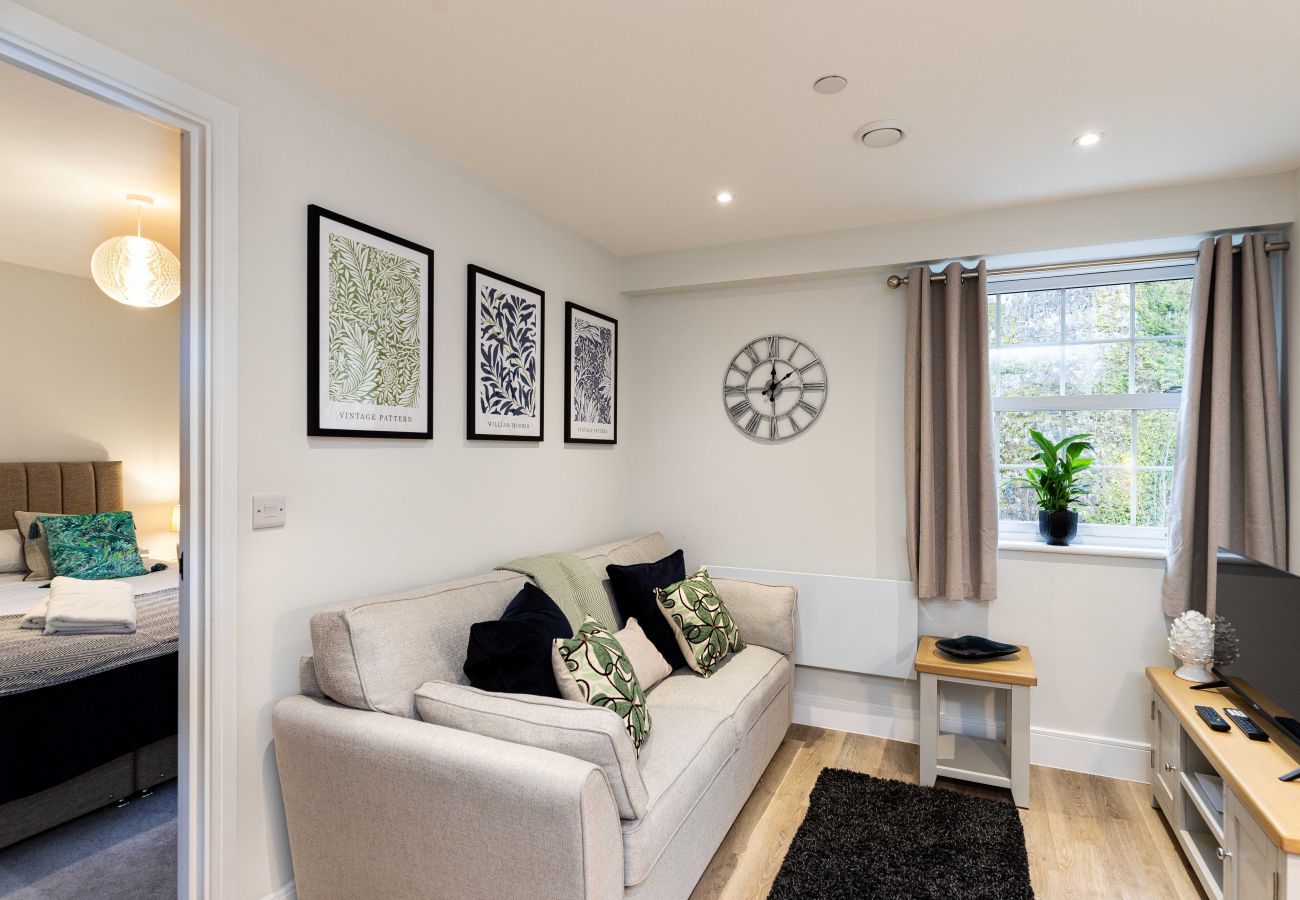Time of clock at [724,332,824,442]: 12:09
